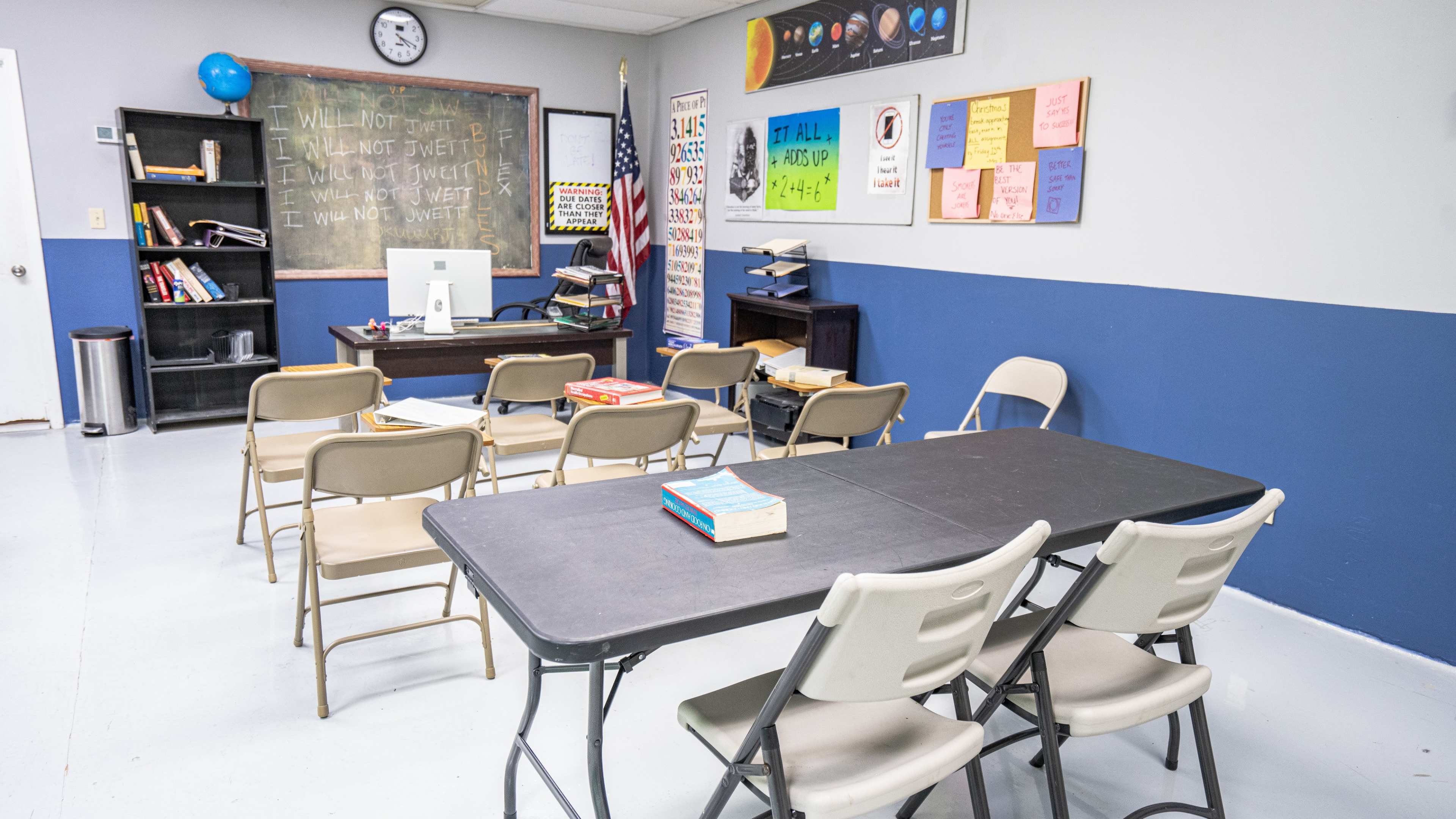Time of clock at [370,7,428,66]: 4:19
